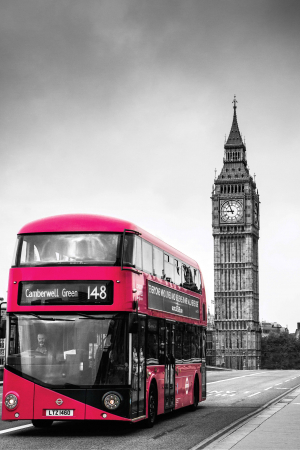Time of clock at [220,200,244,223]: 8:56
